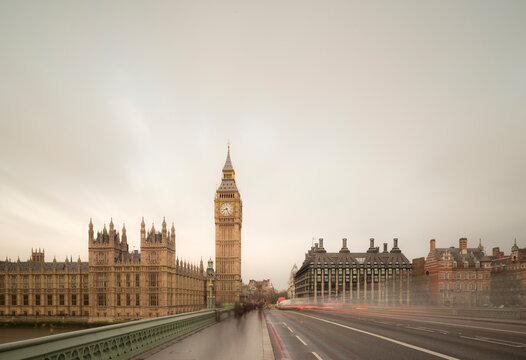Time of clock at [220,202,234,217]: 8:25
